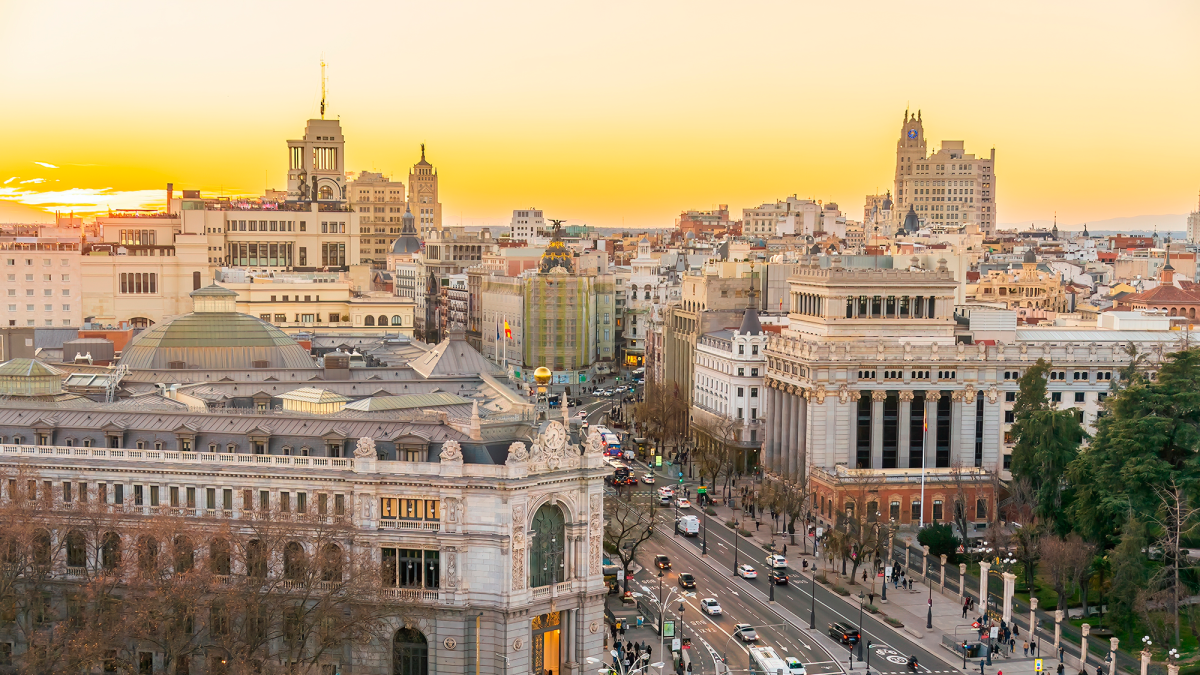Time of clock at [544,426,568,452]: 6:38
